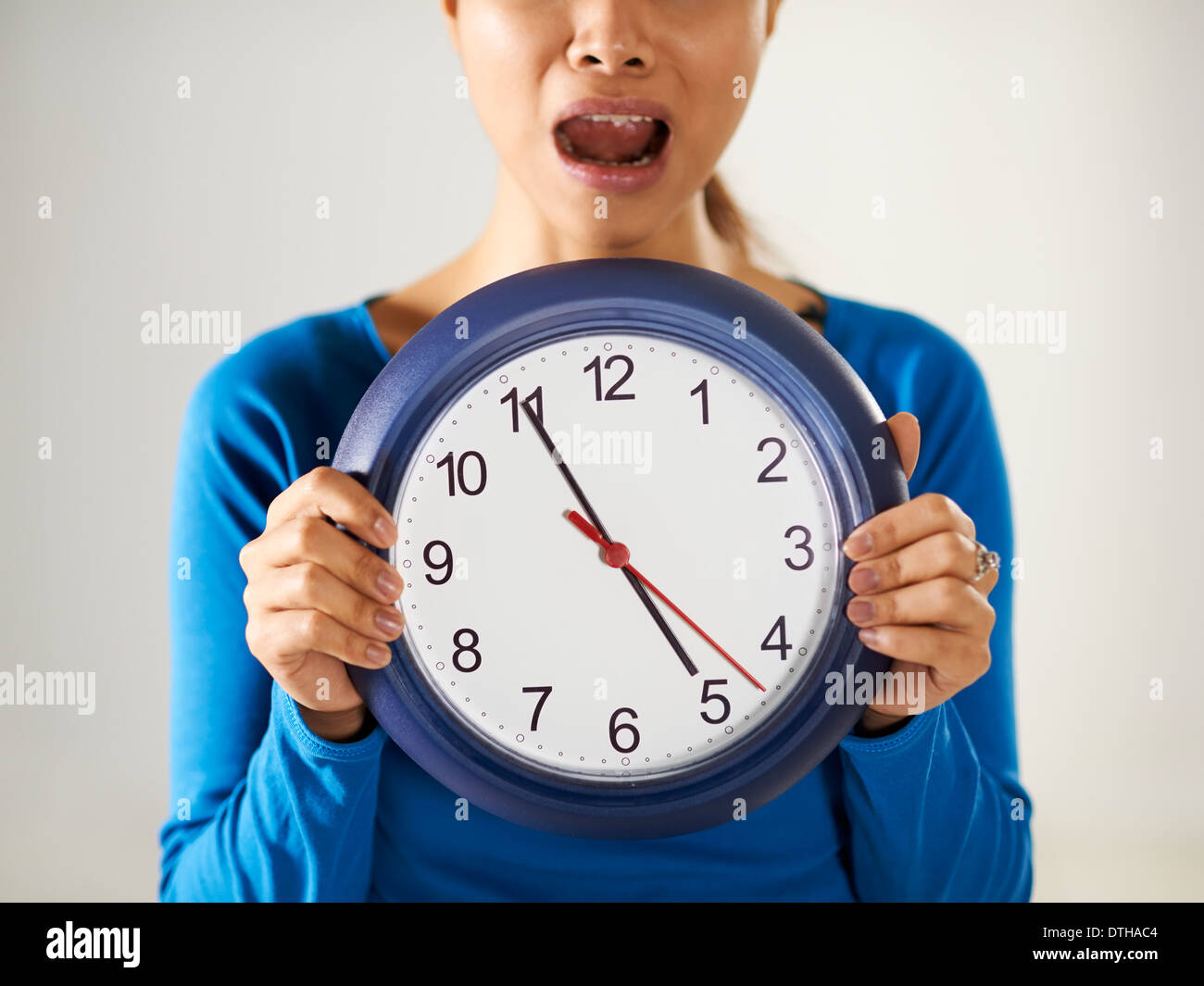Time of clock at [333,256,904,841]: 4:55
